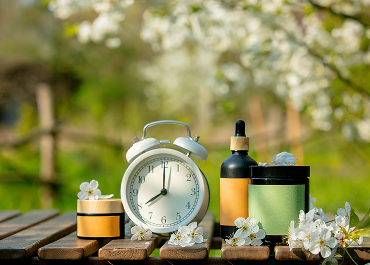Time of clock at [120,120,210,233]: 8:00
